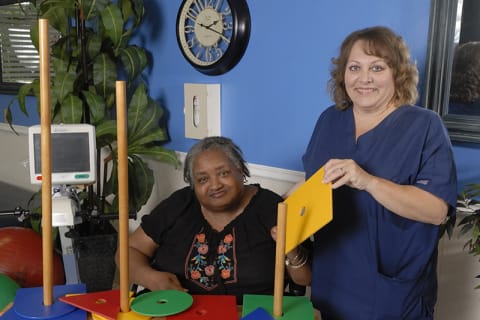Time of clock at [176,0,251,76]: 2:18
